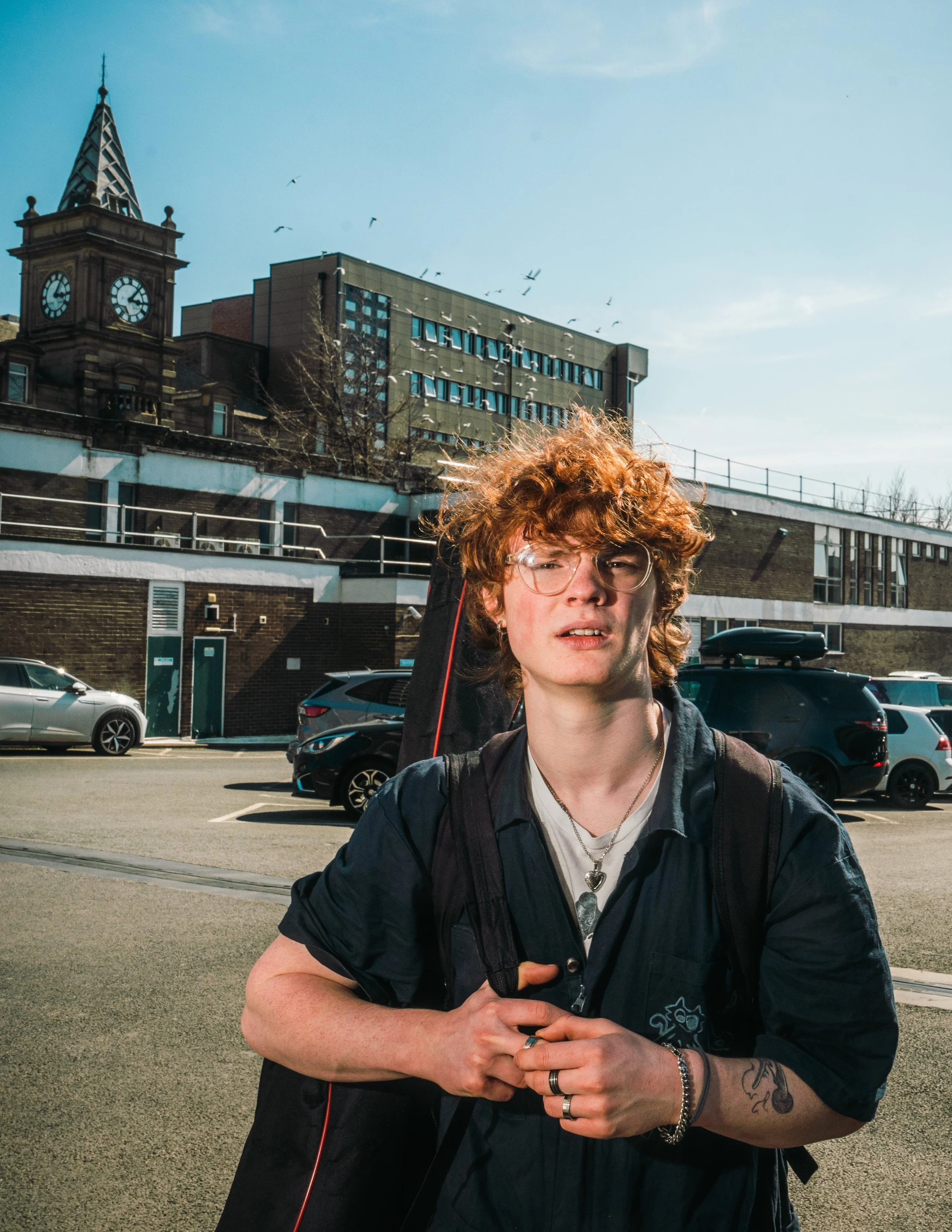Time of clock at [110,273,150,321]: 3:06
